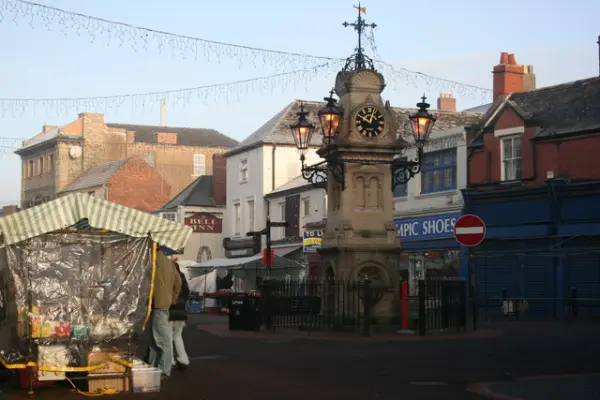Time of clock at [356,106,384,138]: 12:49
